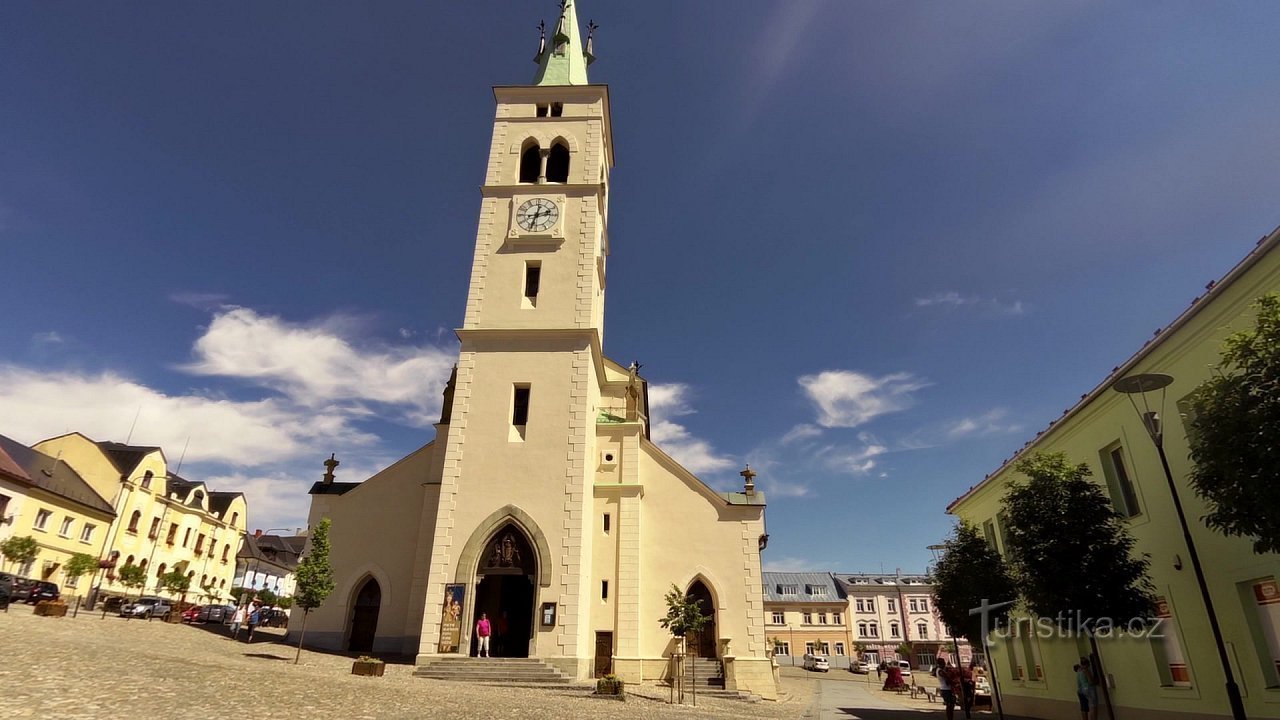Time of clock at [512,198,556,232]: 2:33
